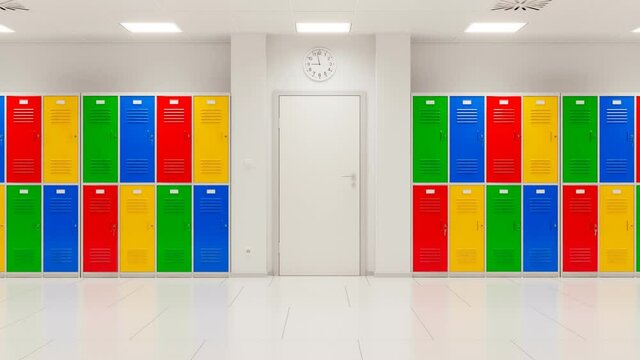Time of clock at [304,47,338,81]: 8:57
